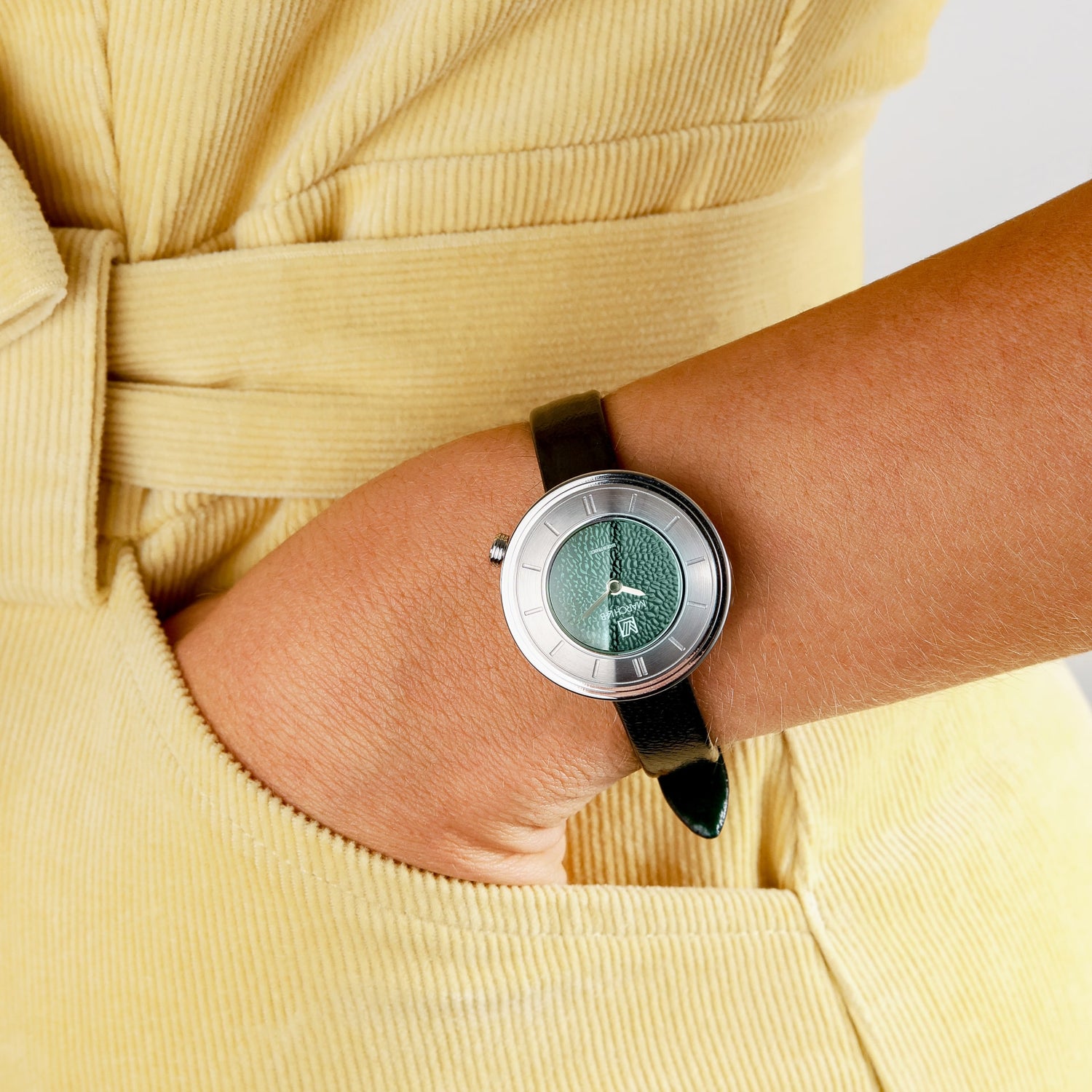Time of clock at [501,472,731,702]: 2:58
